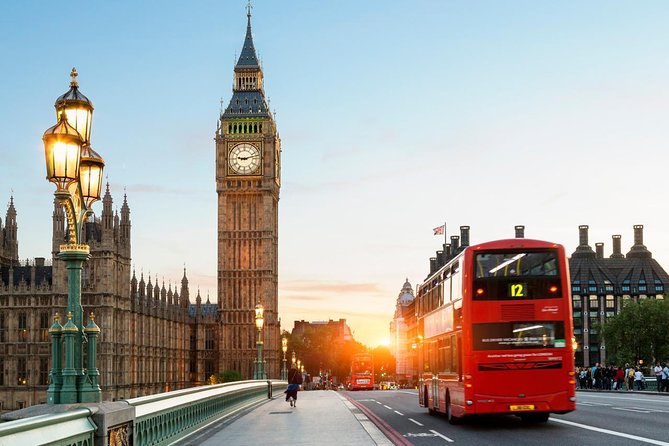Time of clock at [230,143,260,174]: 9:12
